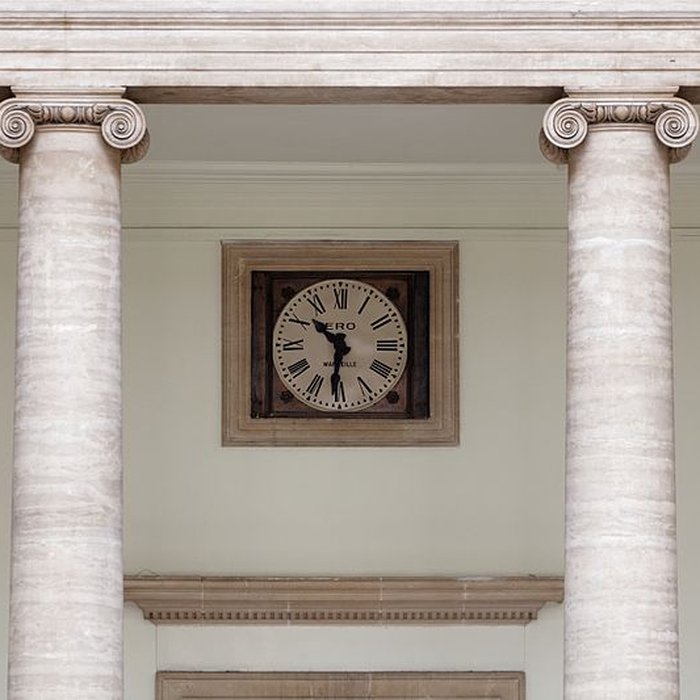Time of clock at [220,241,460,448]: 10:31
